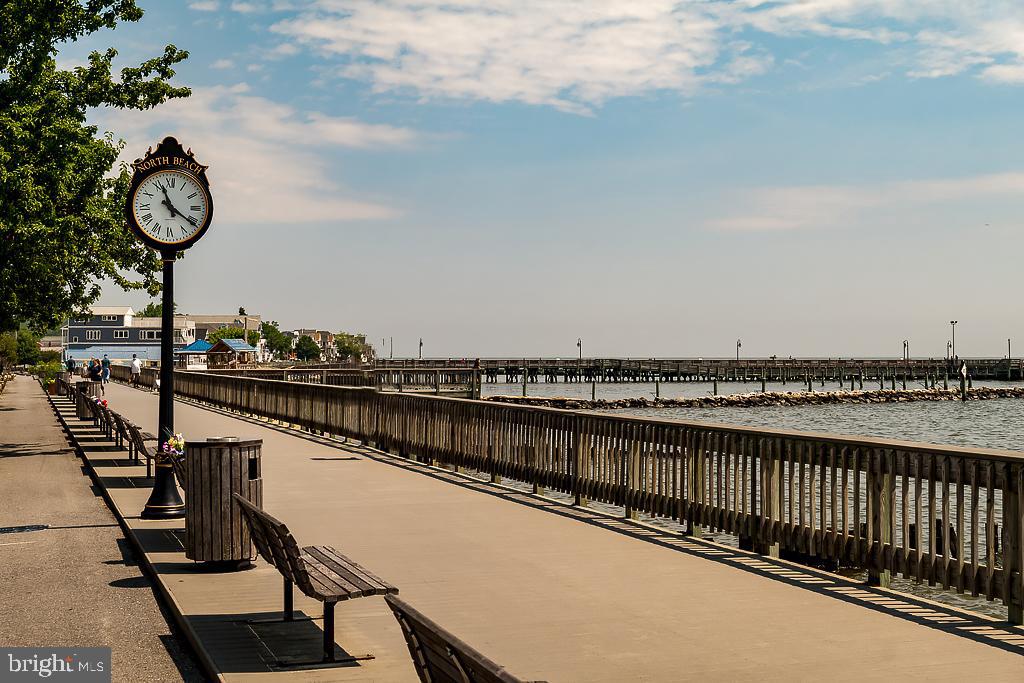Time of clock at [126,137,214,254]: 11:20
